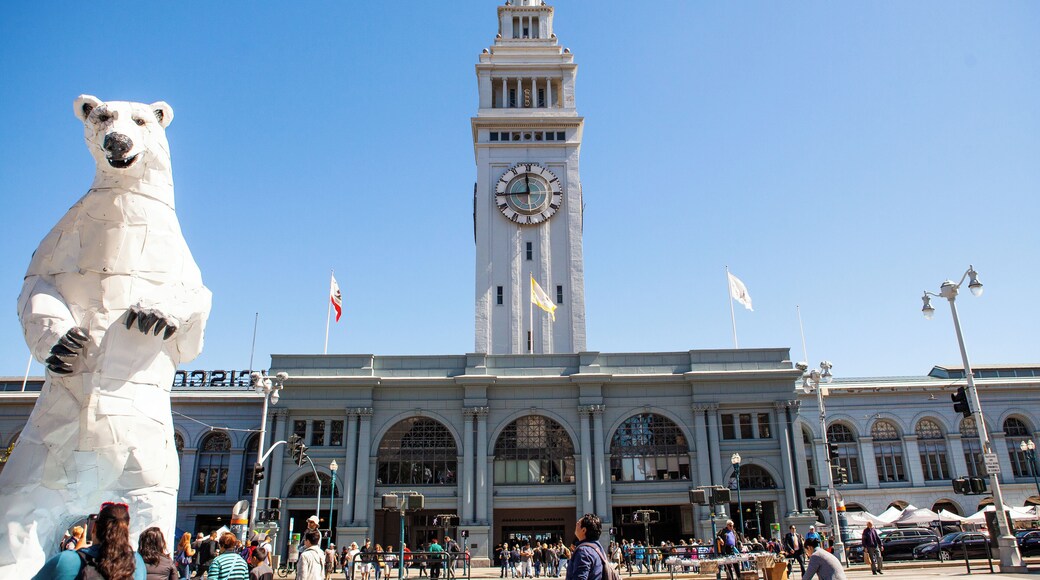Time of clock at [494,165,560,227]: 11:44
